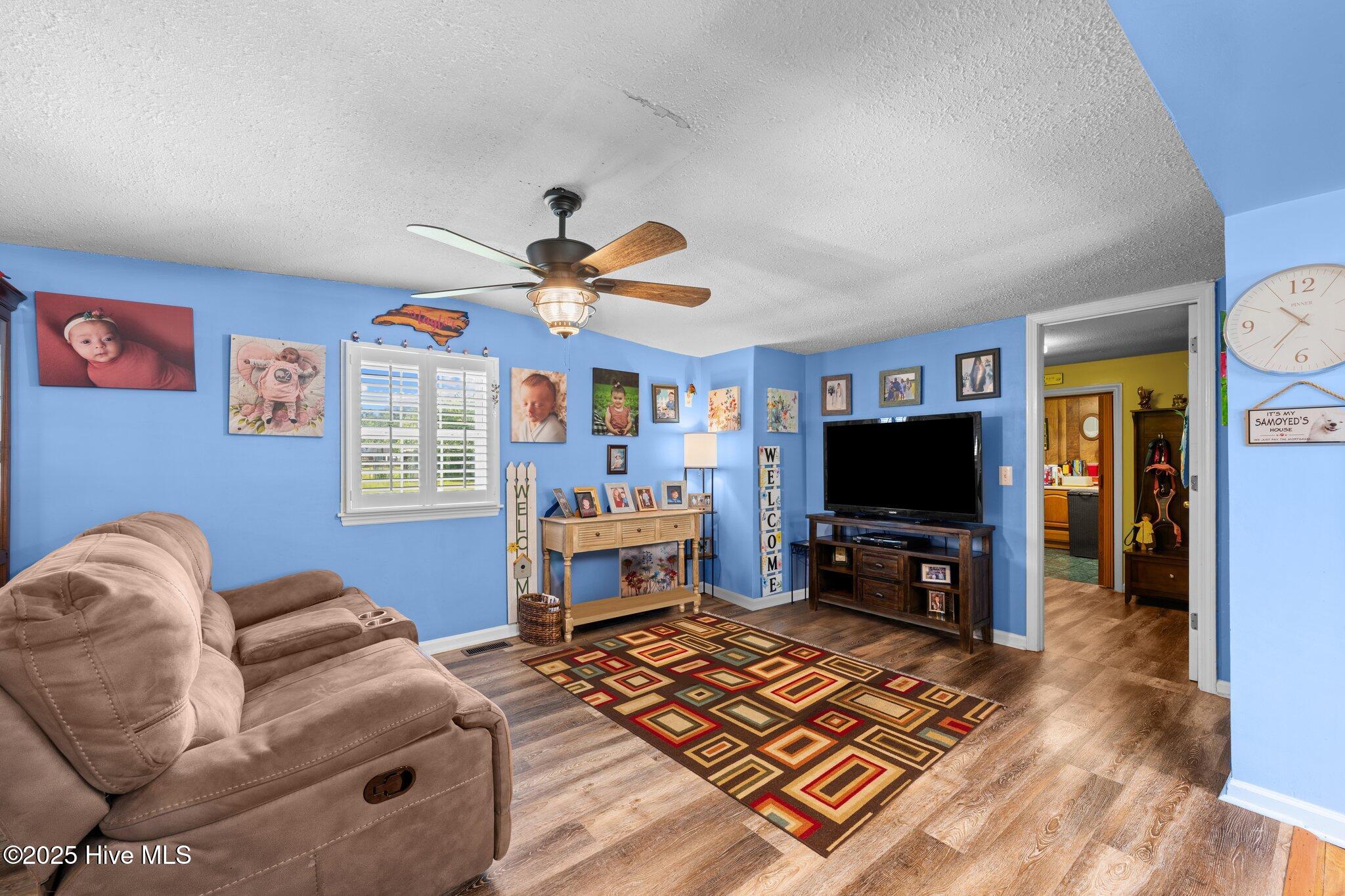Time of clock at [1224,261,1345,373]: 10:36
